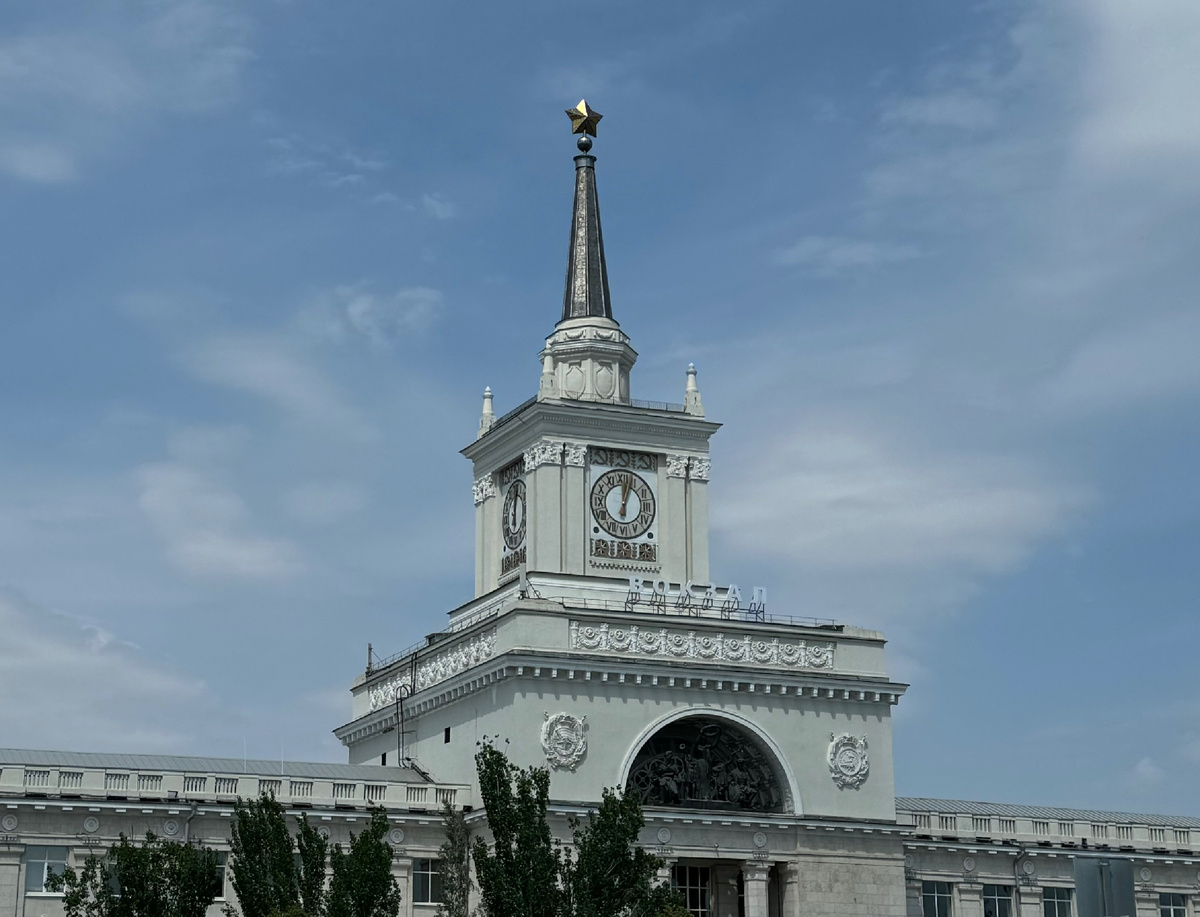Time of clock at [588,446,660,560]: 12:02
